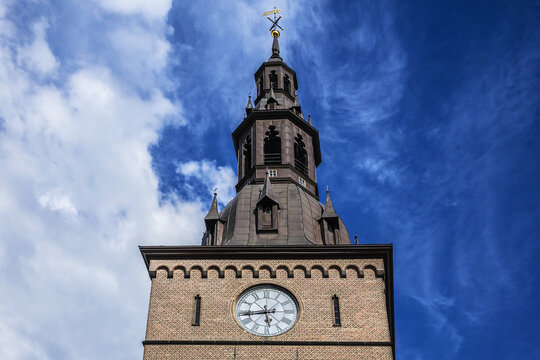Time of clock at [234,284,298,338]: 5:43
